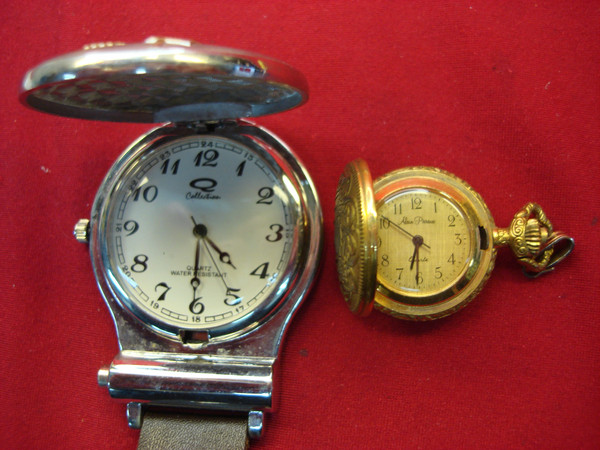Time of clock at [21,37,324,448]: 4:30
